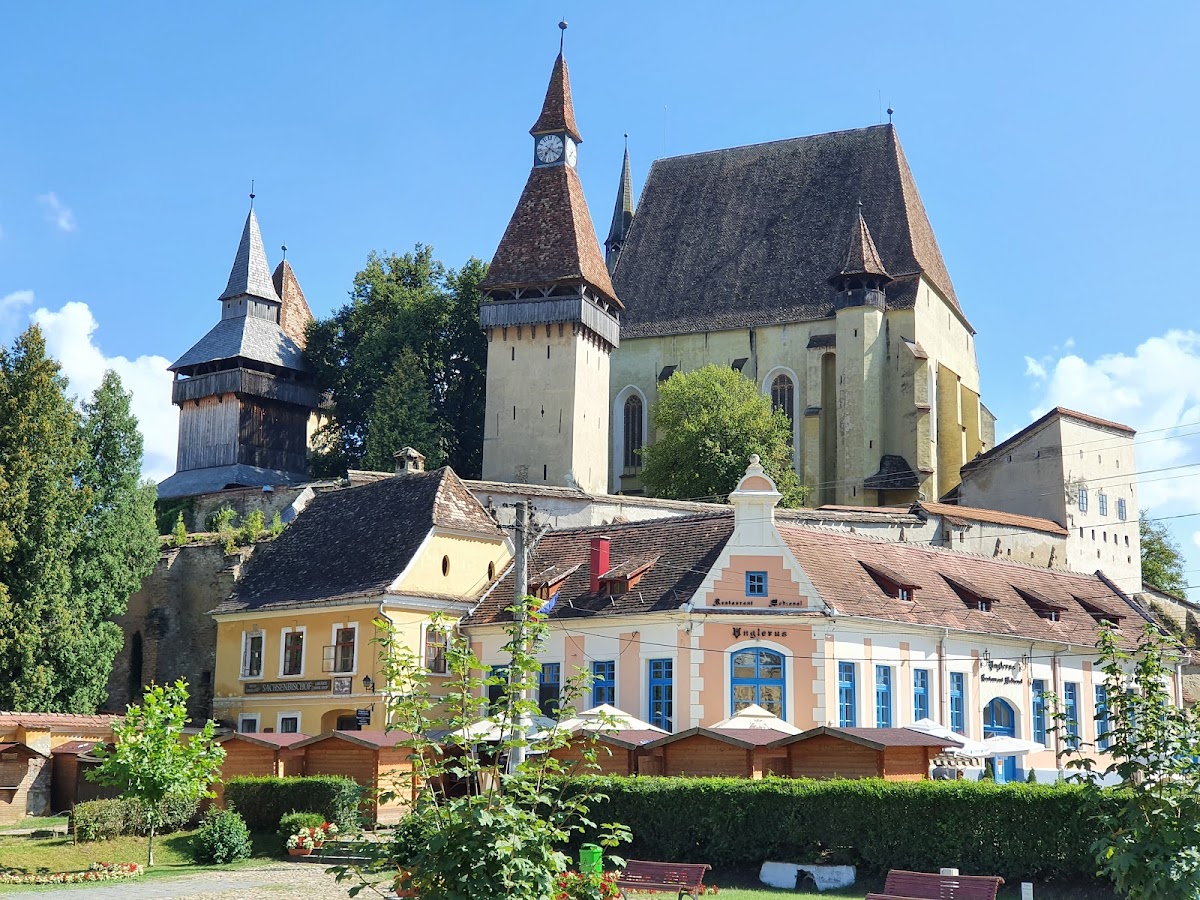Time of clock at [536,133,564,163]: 7:20
